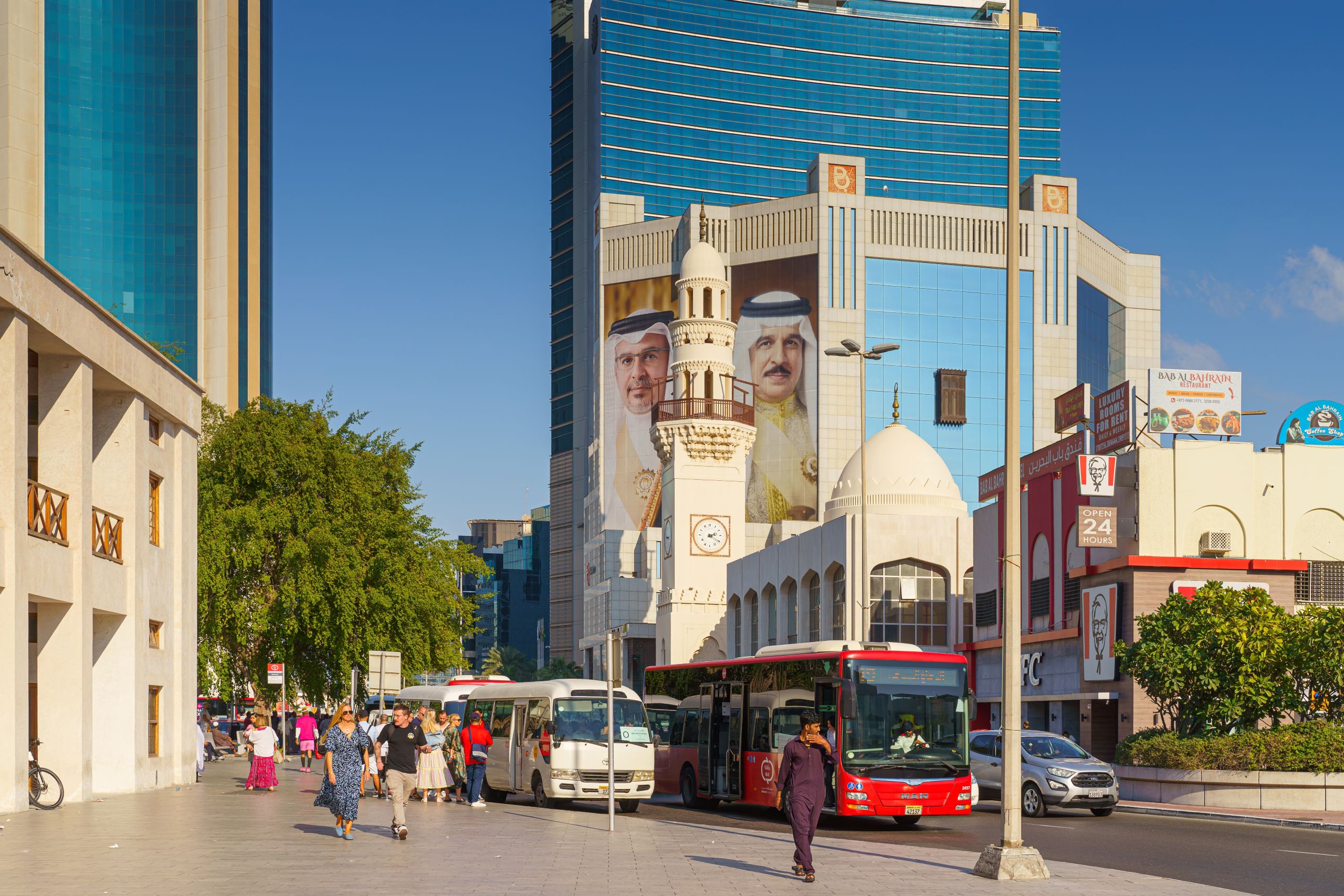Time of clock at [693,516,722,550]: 2:20
